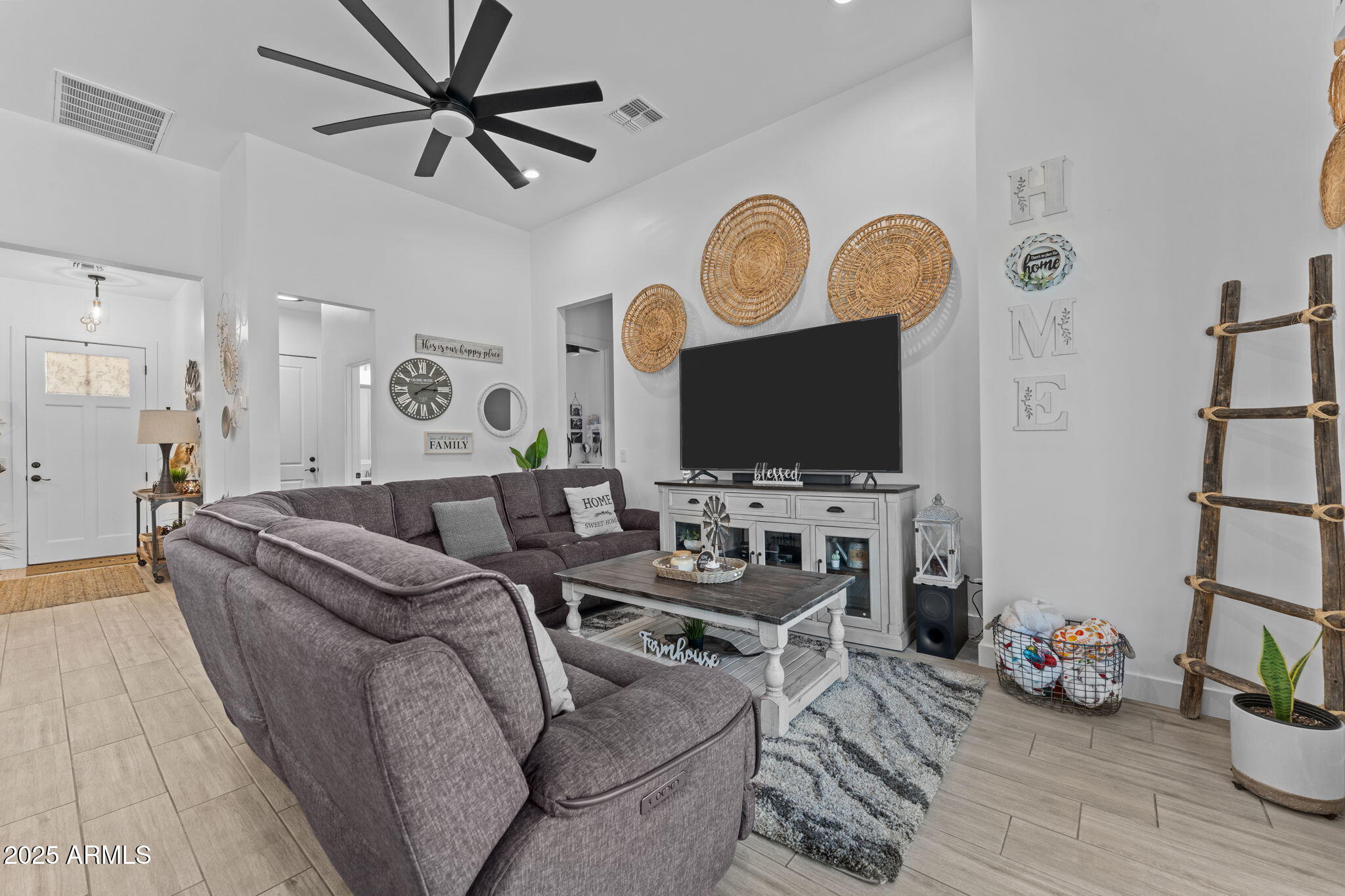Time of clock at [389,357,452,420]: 3:09
